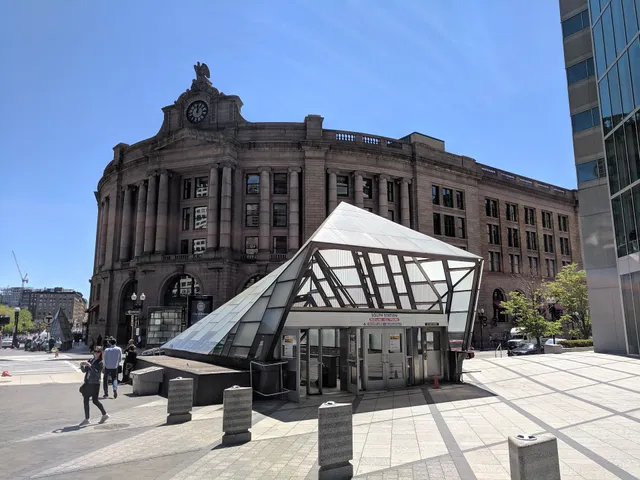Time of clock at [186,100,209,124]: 12:05
